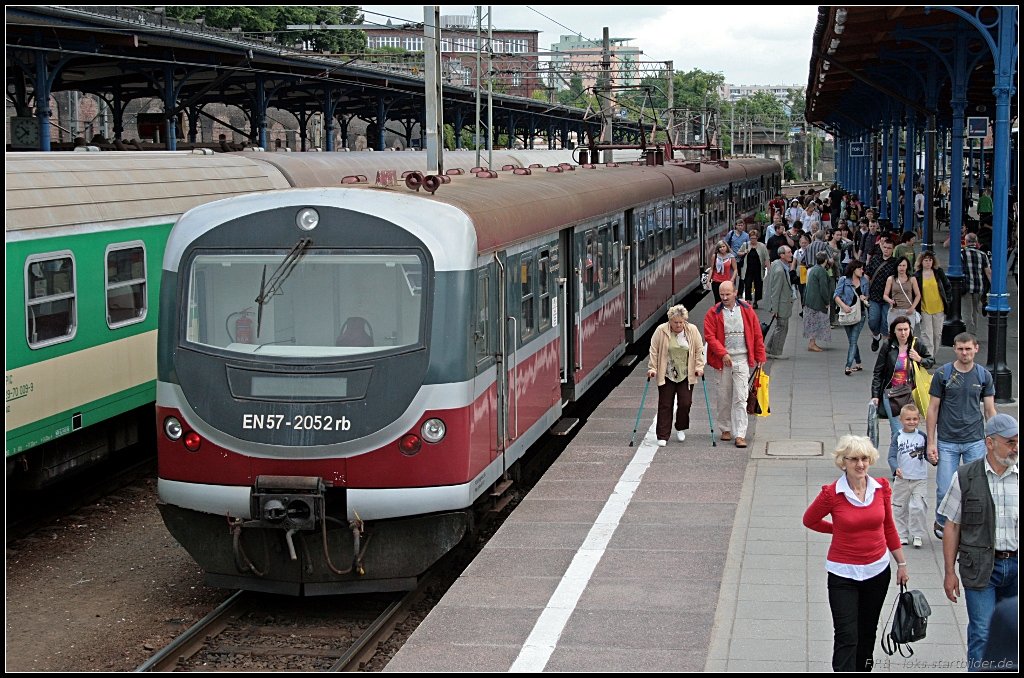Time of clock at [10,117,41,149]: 10:38
